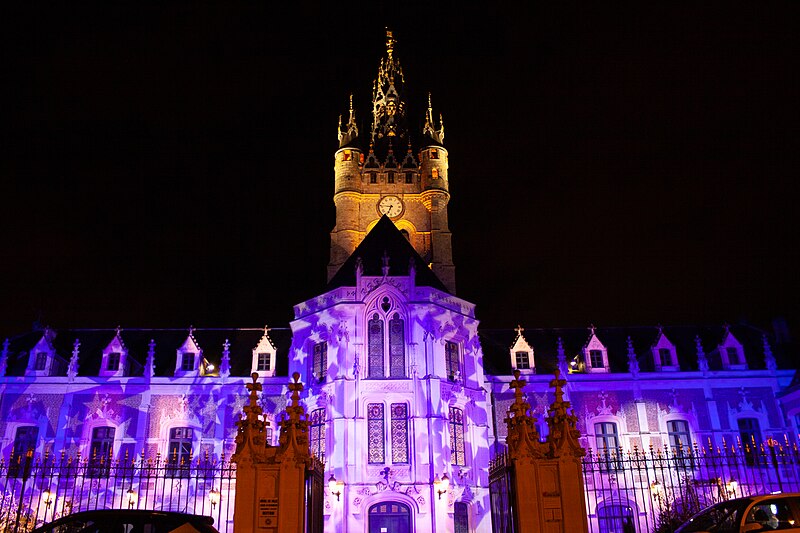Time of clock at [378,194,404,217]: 6:46
